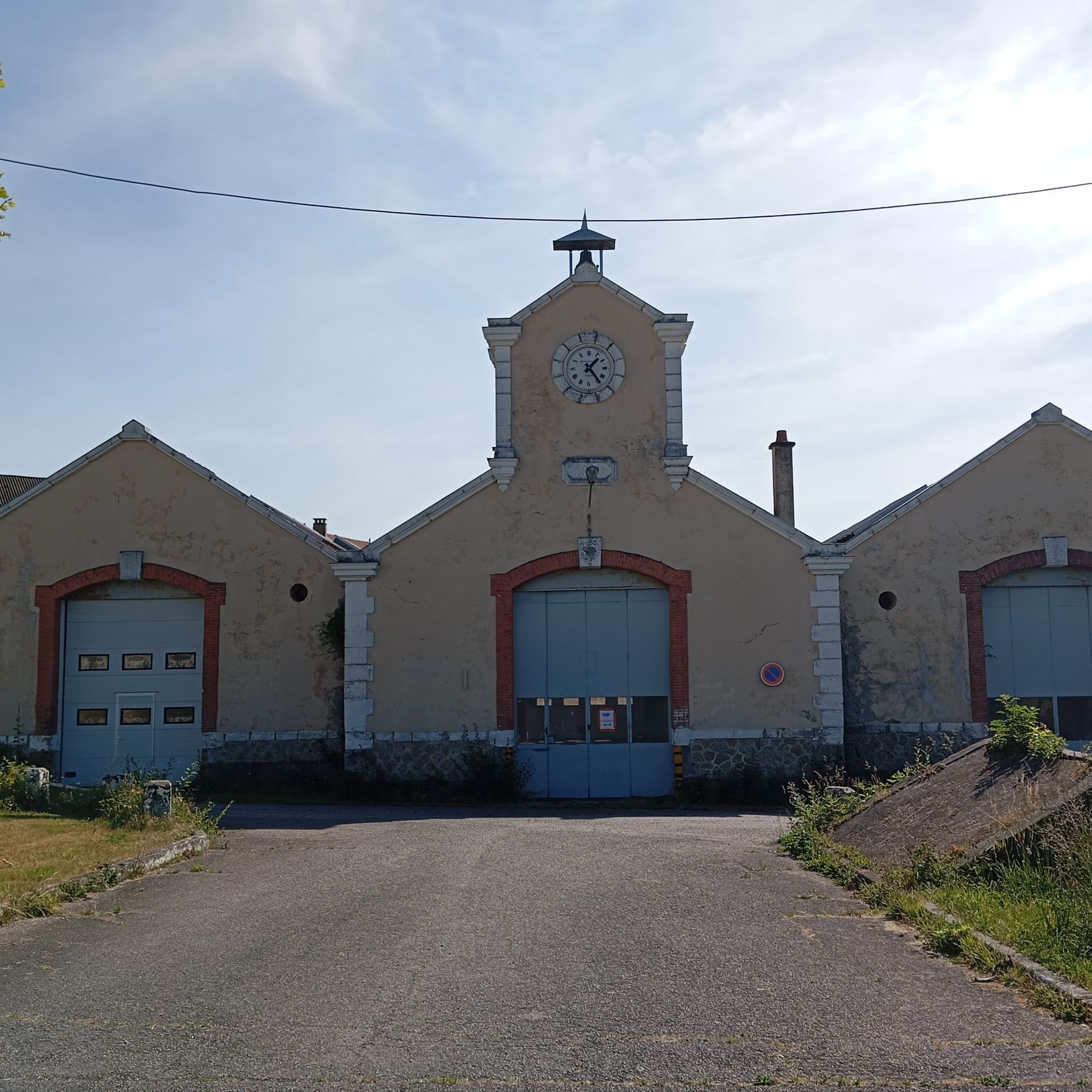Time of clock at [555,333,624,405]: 1:23
